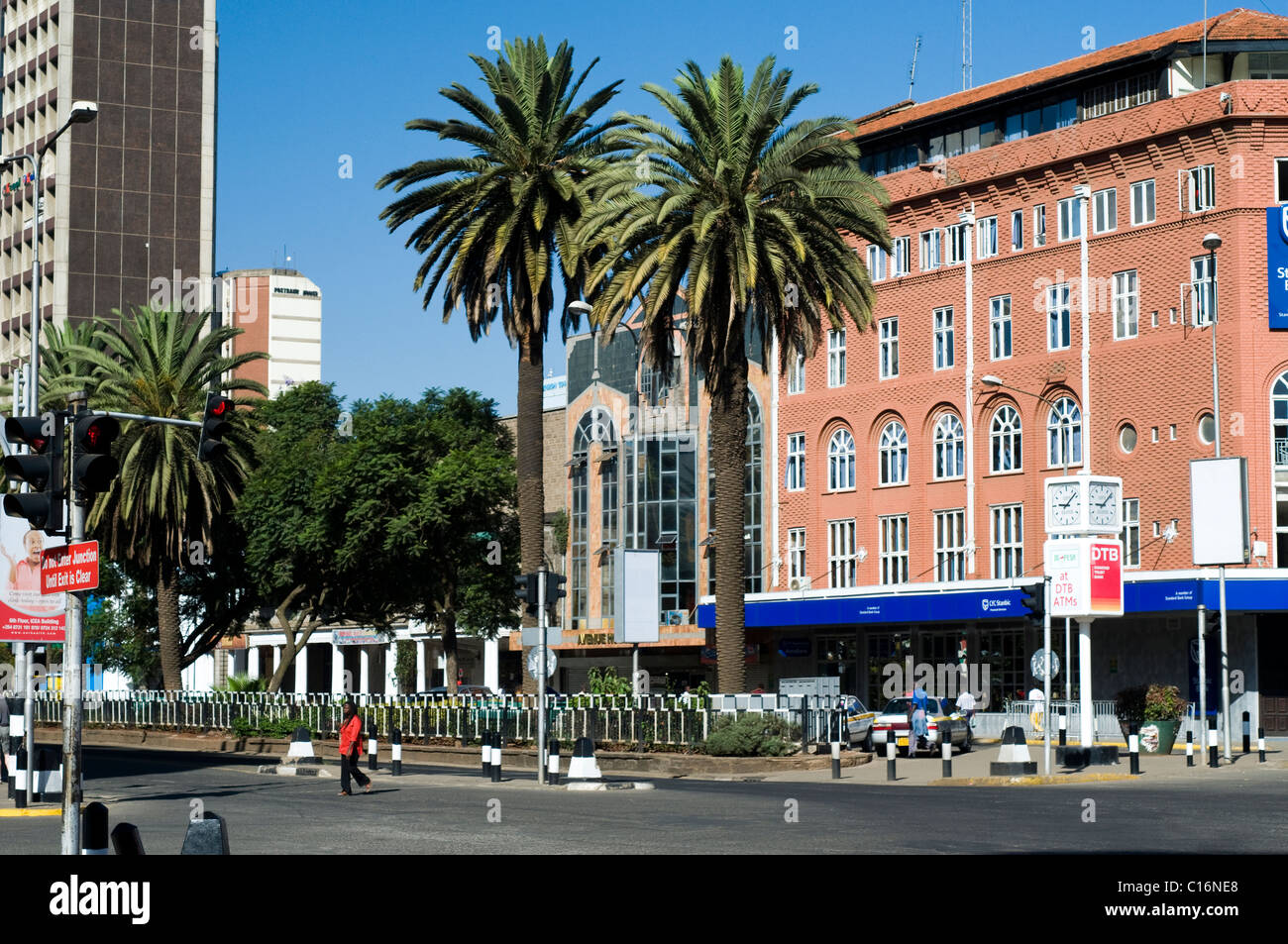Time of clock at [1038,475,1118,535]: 9:07
